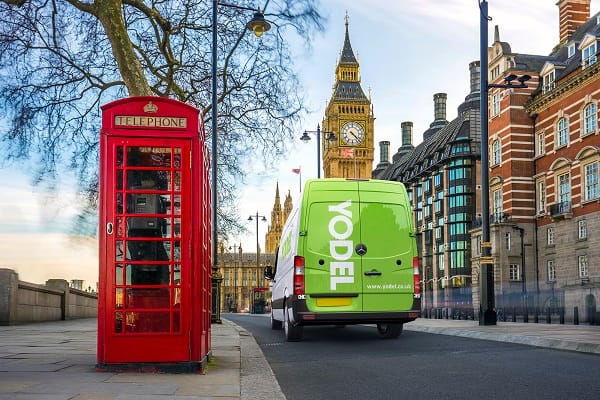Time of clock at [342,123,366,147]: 4:22
